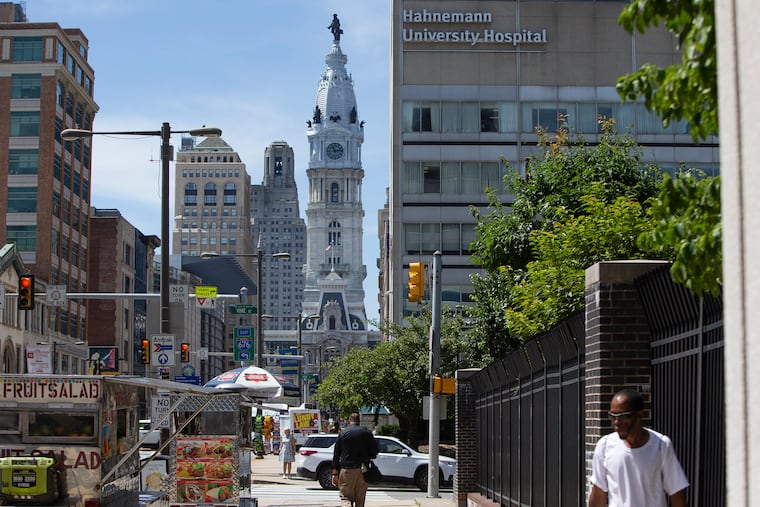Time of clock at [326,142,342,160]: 11:13
